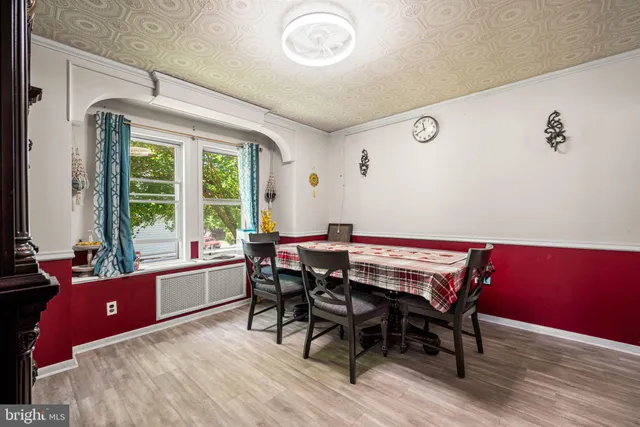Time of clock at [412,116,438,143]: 11:41
